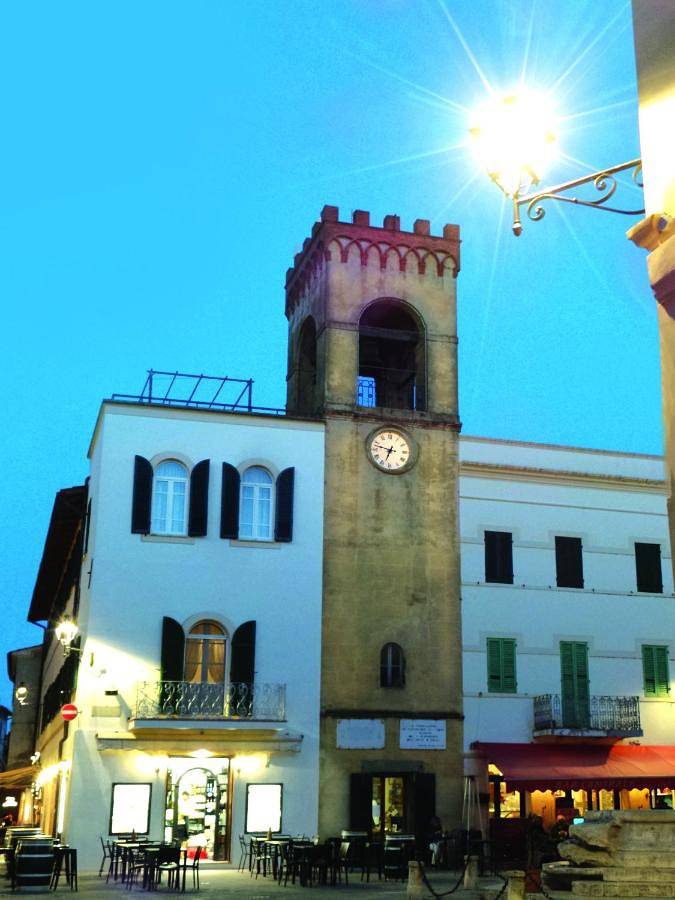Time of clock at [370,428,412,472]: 6:47
